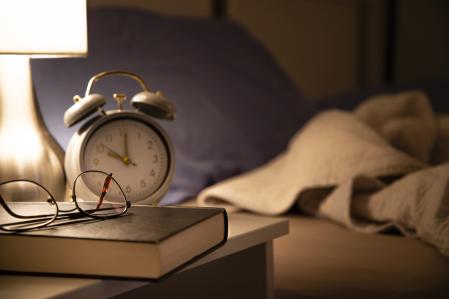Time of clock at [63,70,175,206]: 10:00
